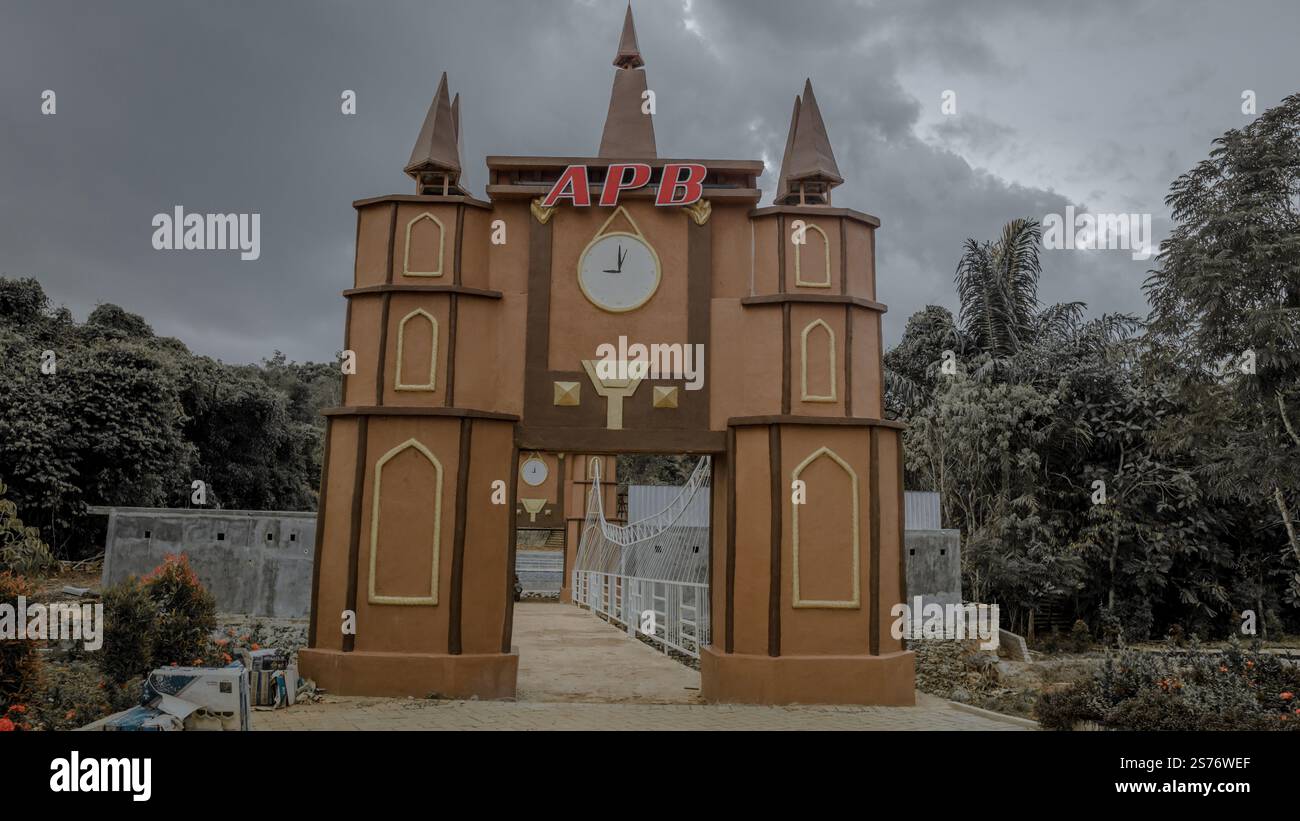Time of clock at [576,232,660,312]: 9:00
